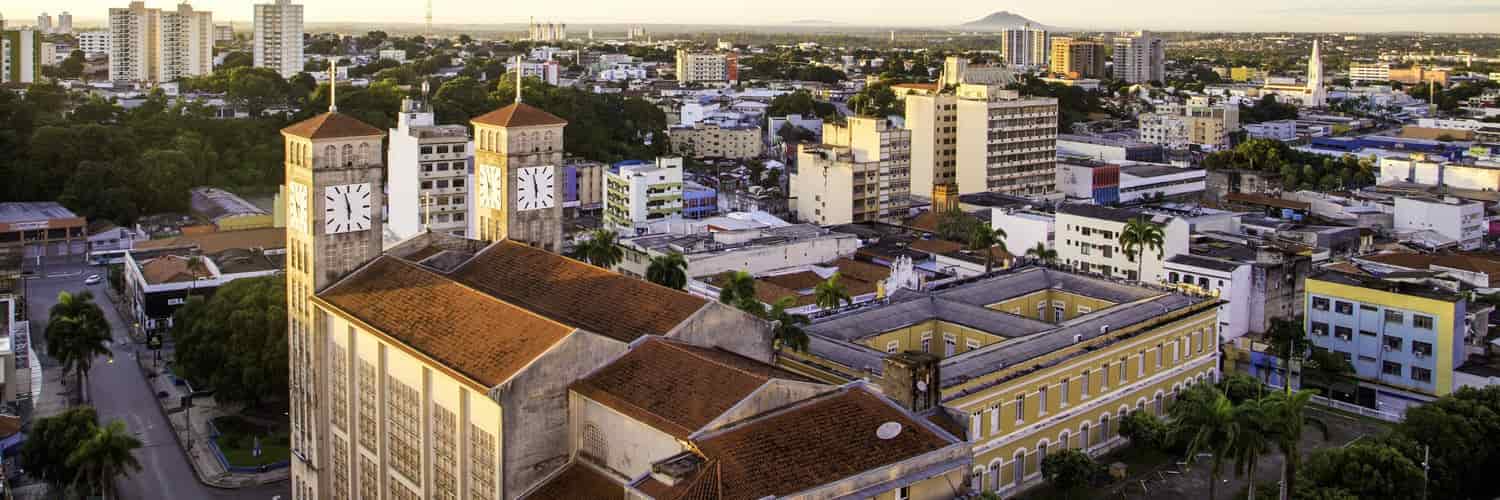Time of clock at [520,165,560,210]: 5:58
